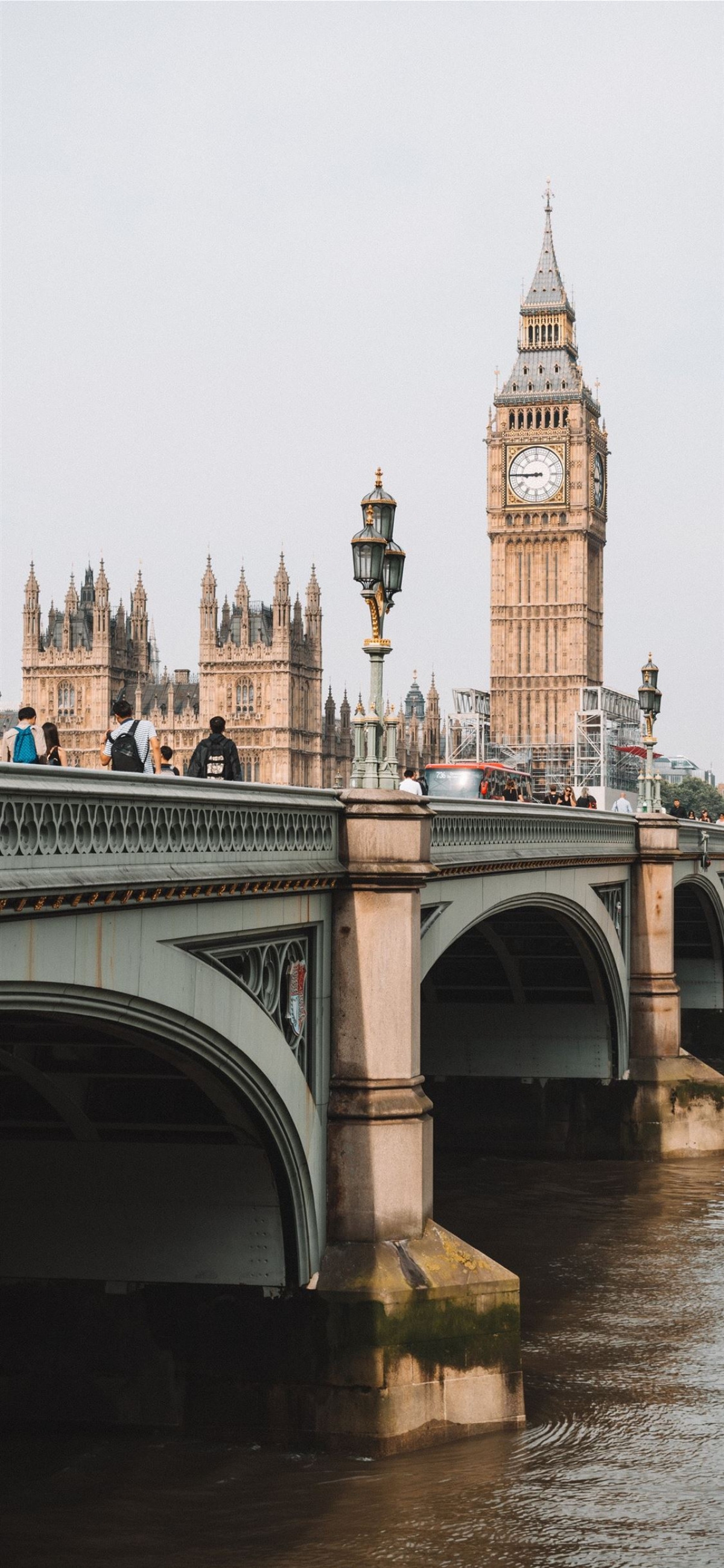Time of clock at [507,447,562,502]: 8:45
